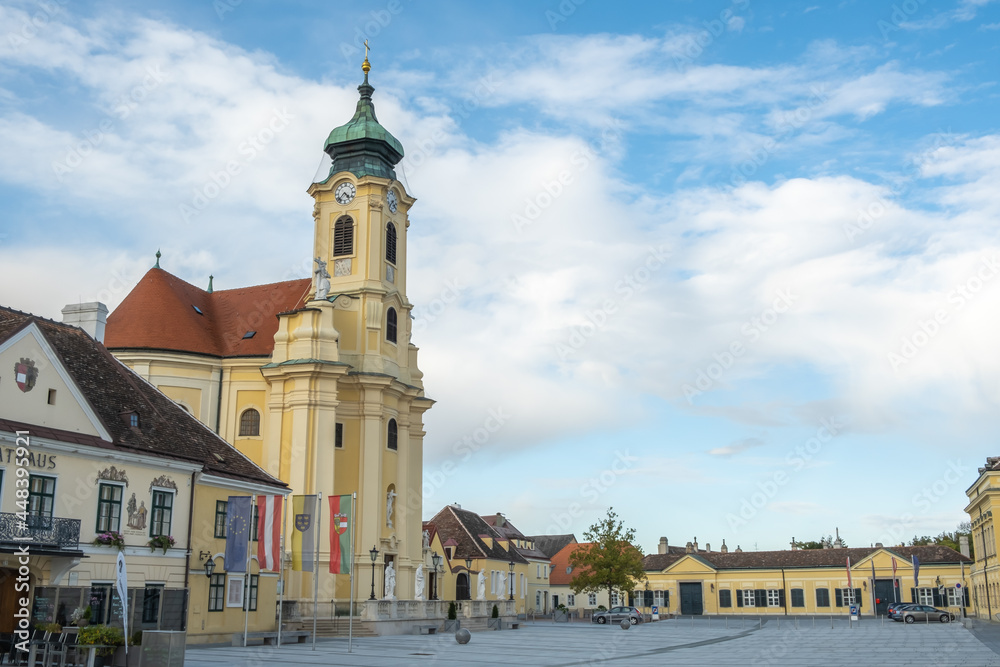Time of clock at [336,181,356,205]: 4:37
